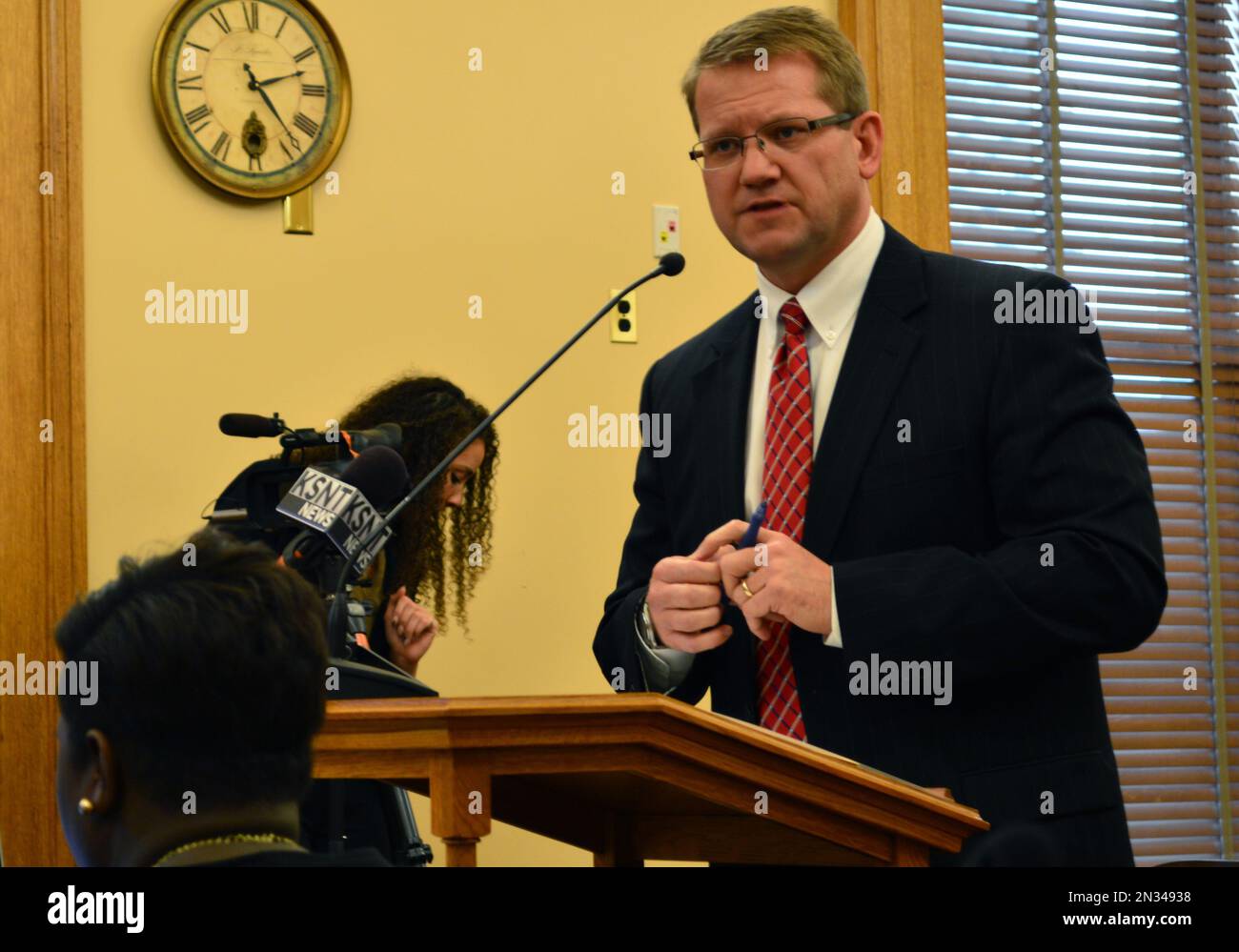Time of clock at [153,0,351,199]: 2:23
